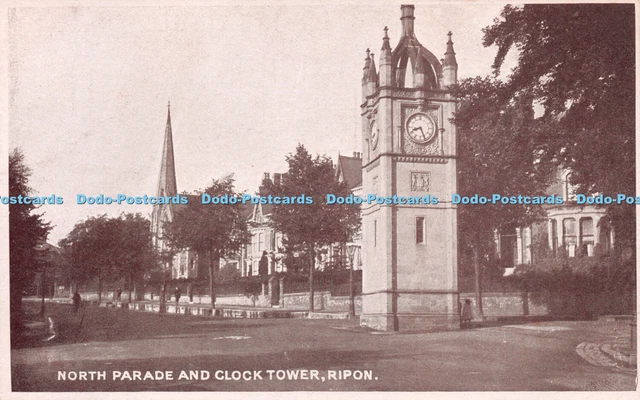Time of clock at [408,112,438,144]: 8:26
